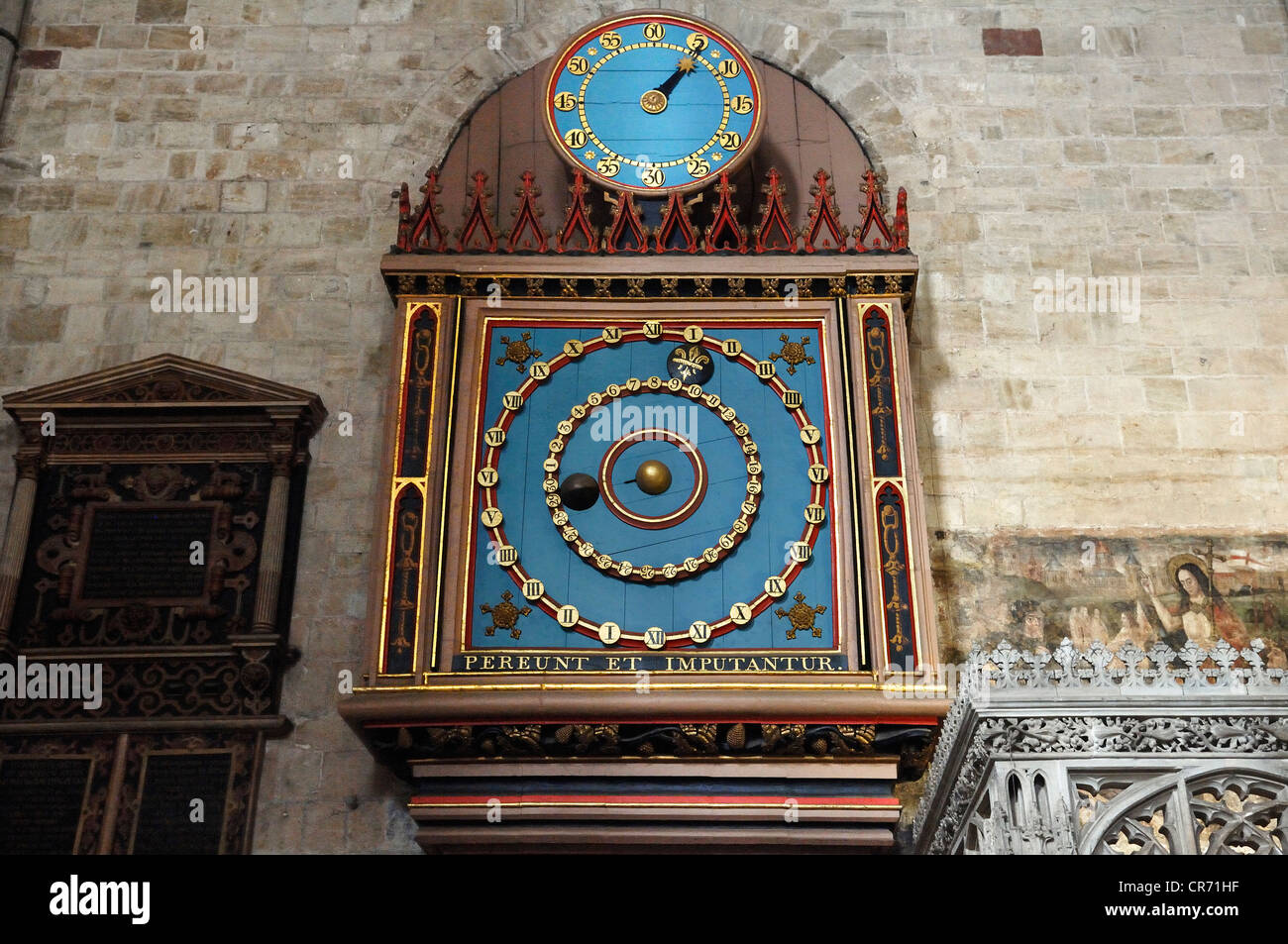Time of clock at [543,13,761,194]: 1:06
